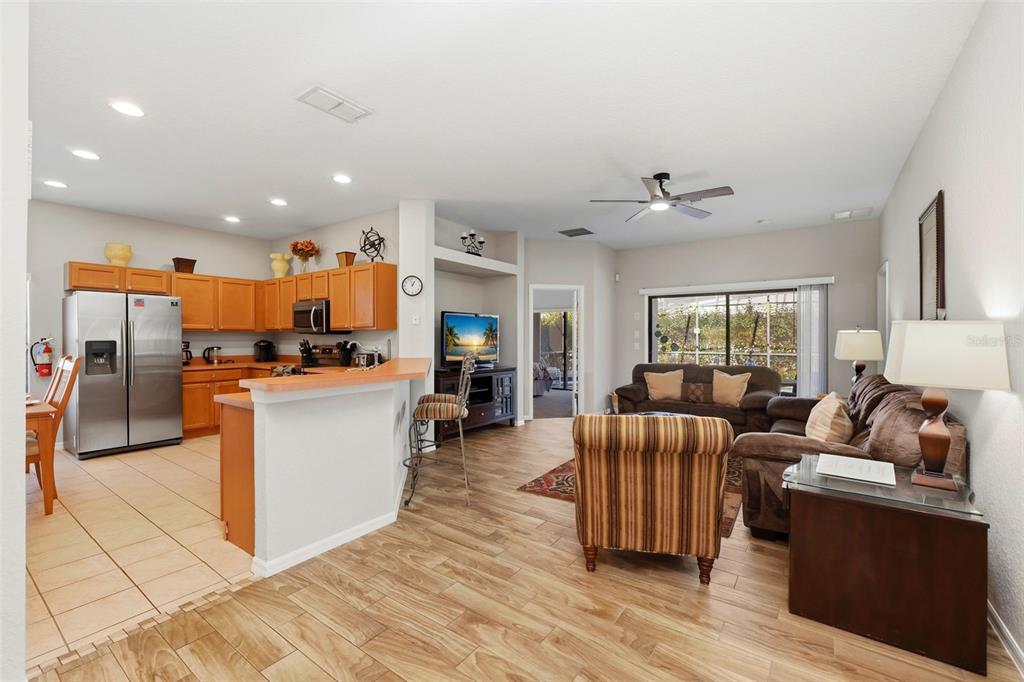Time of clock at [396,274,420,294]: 12:57
